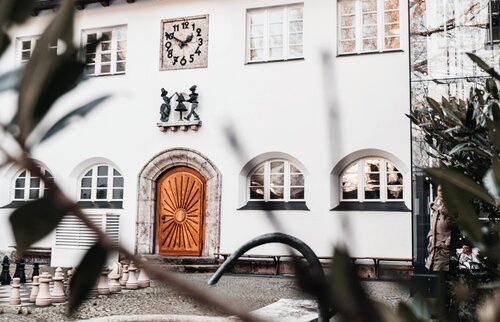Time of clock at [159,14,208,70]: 1:50
